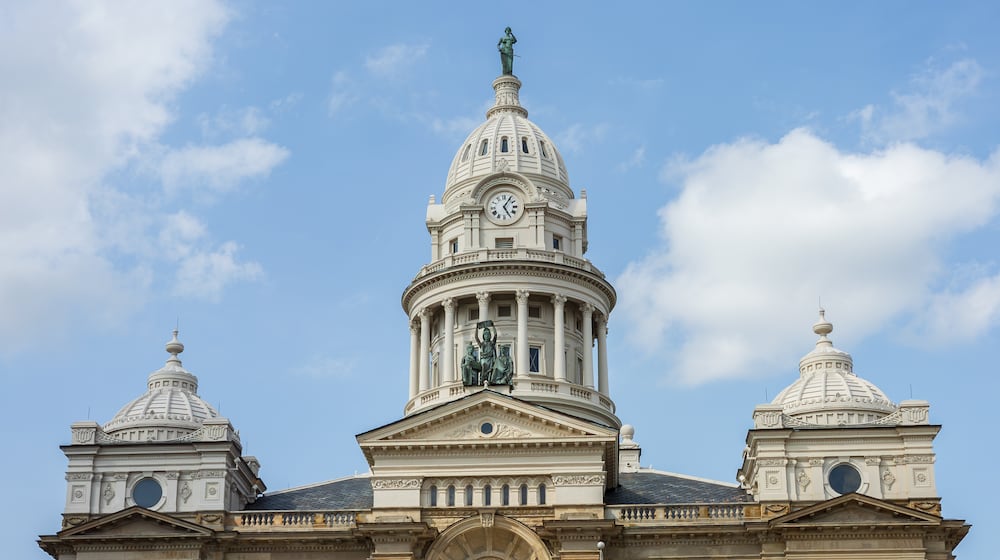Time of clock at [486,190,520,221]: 5:05
